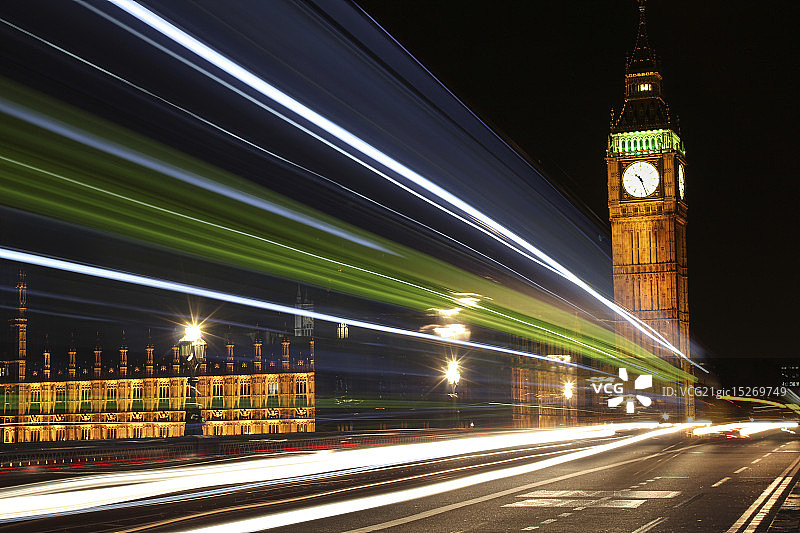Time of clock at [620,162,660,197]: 10:26
